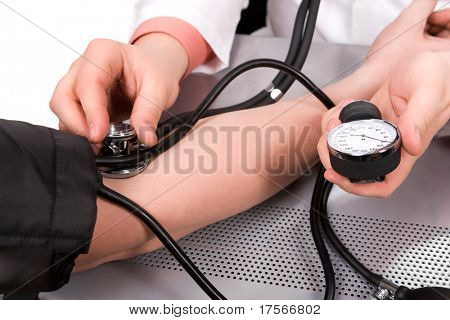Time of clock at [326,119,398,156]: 9:20
